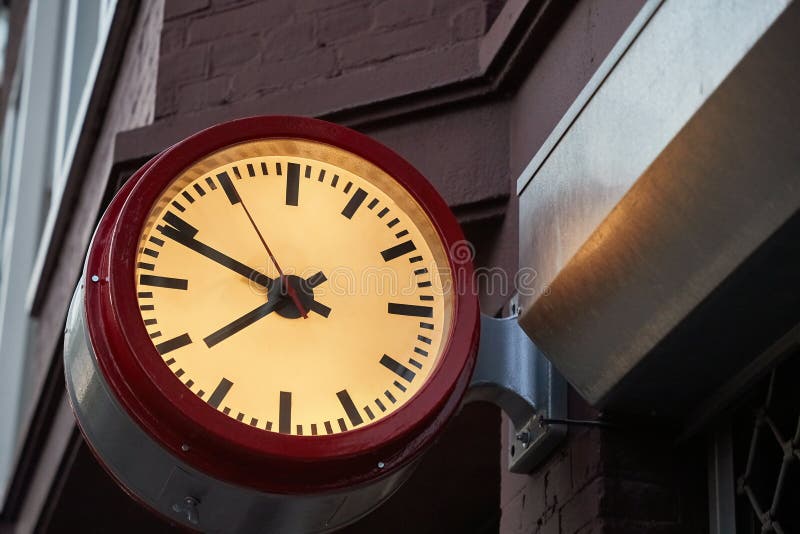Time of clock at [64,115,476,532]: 7:48
